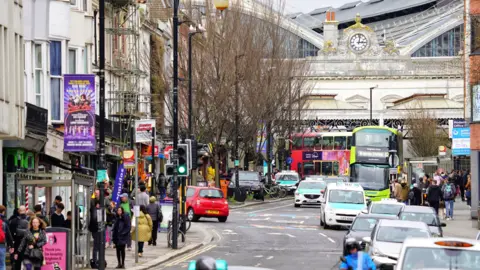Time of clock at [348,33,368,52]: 3:02
